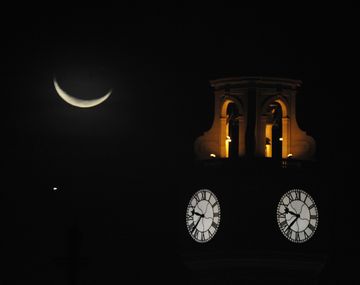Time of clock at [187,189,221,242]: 9:37
